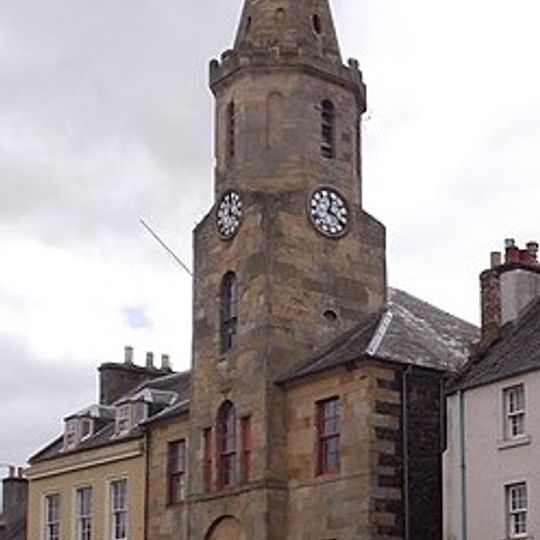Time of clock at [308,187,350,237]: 12:20
